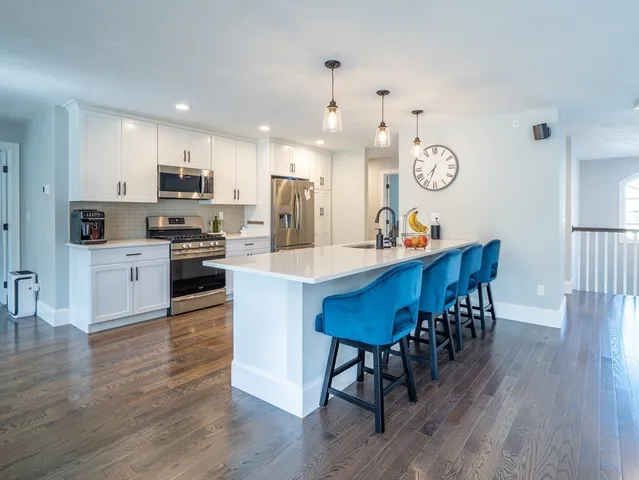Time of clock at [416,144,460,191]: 7:33
